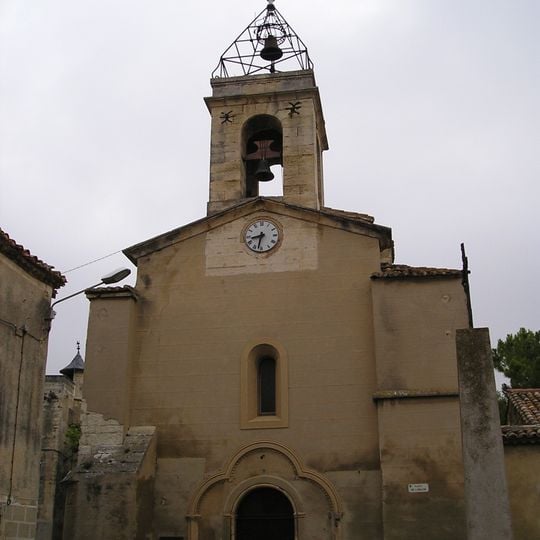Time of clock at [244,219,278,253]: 8:32
